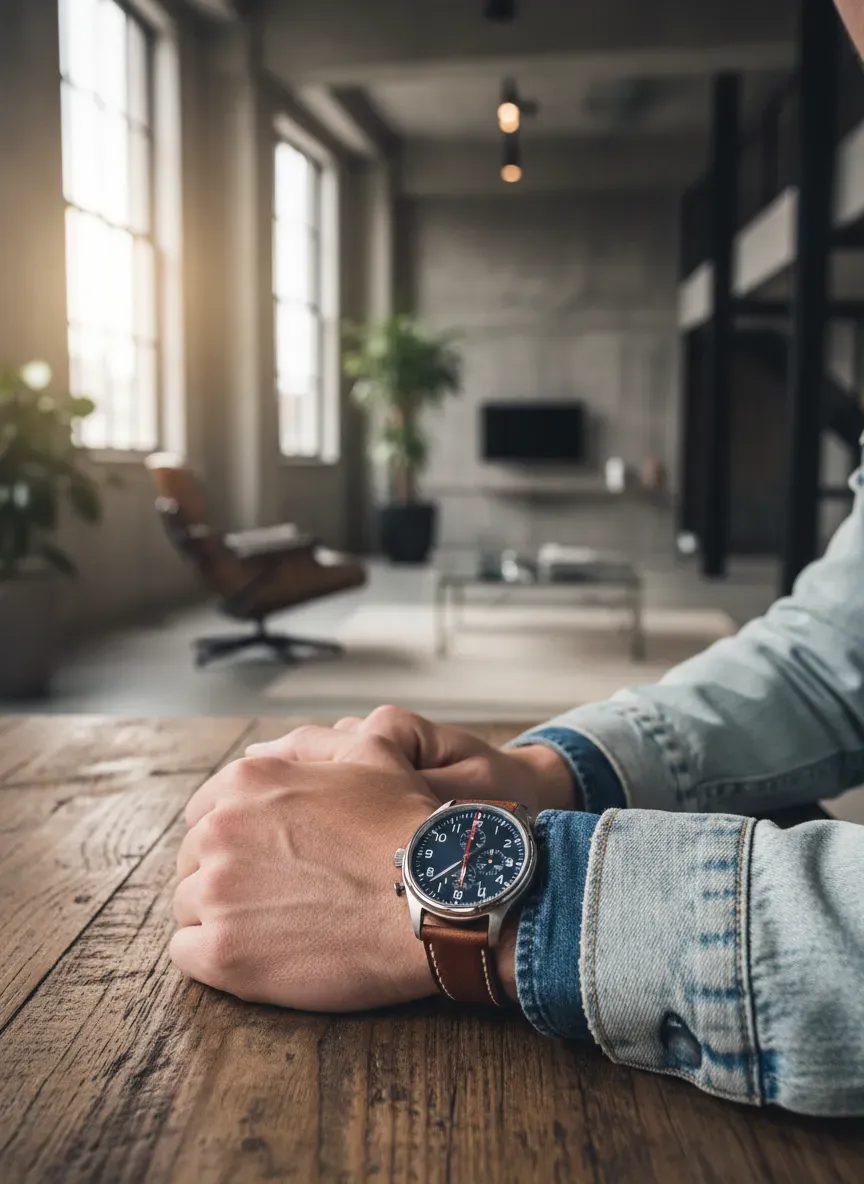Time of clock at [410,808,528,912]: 5:59
